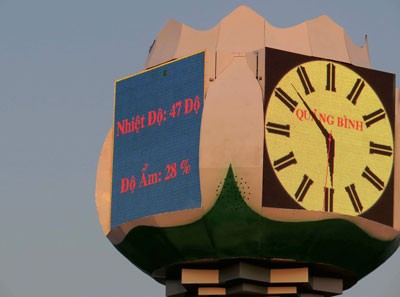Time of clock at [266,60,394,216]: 5:52
